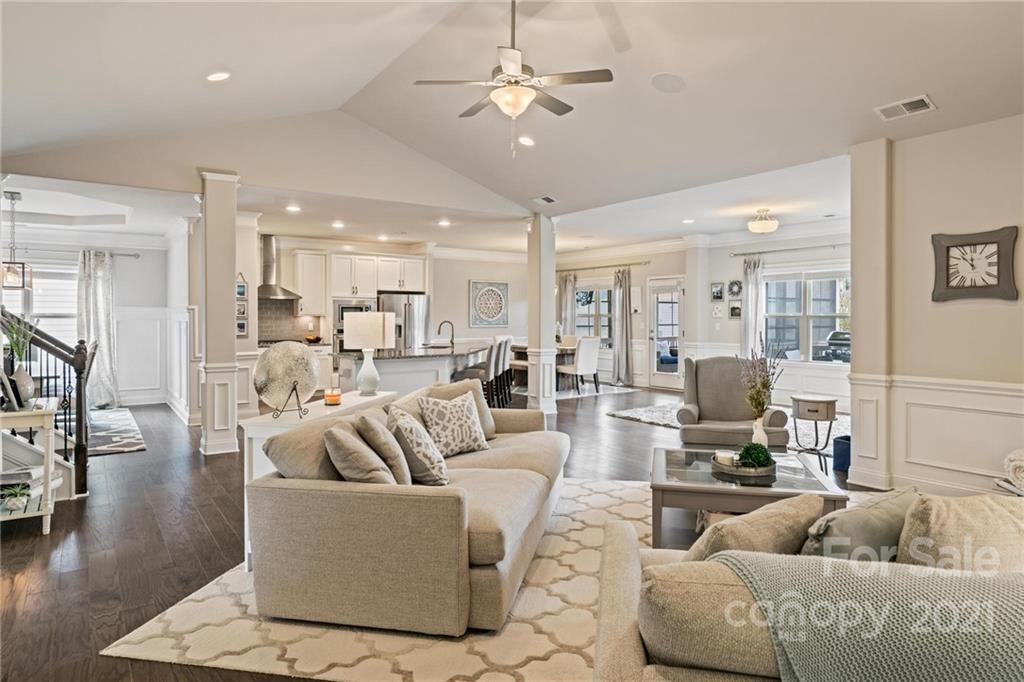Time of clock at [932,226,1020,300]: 11:52
